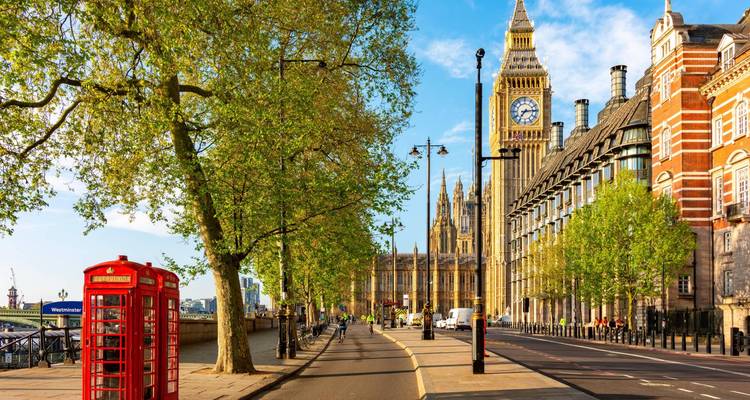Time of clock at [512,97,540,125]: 7:14
